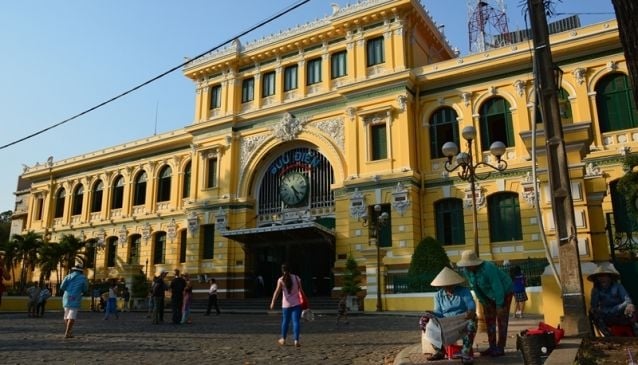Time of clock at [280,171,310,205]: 4:26
